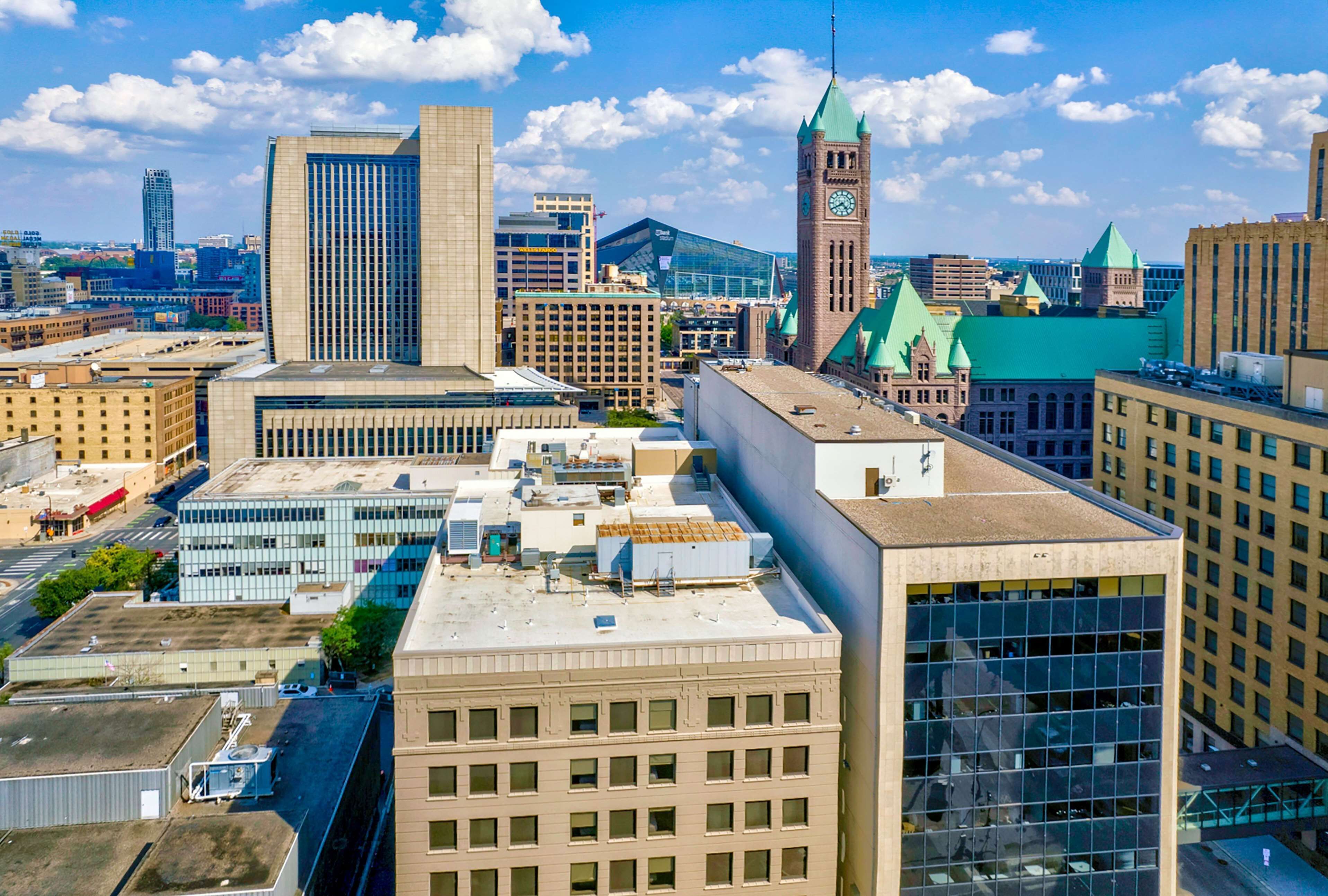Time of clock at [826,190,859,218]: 4:39
